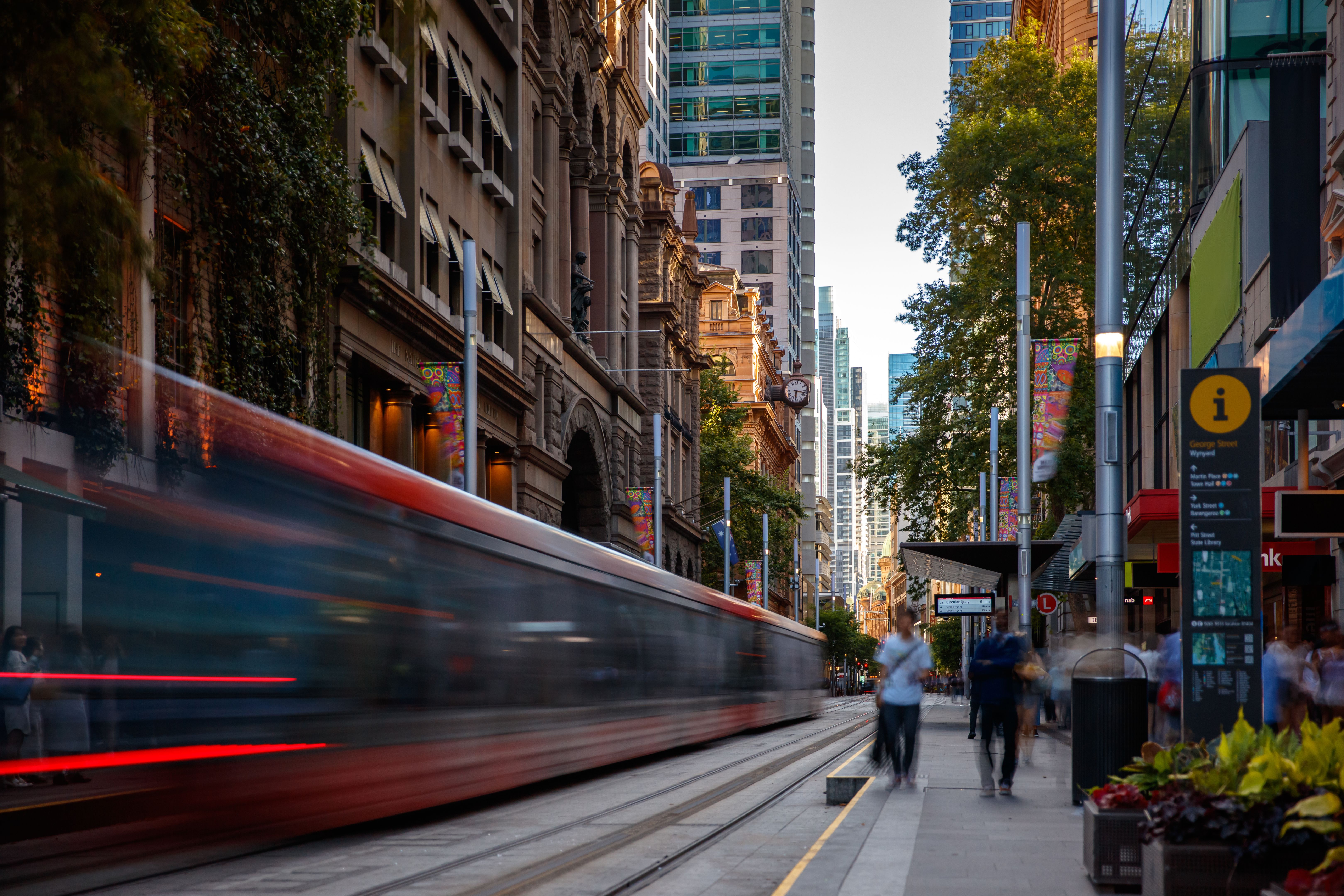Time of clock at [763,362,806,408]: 6:17
